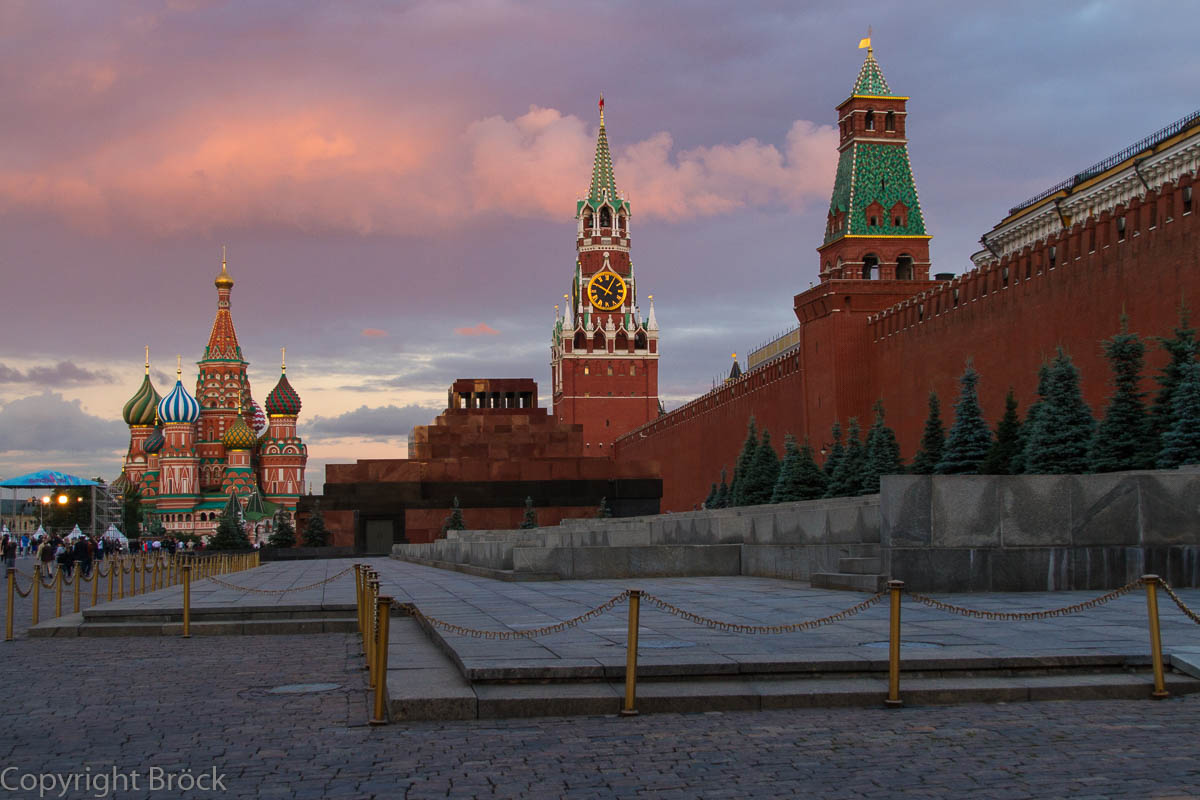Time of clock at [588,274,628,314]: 12:49
